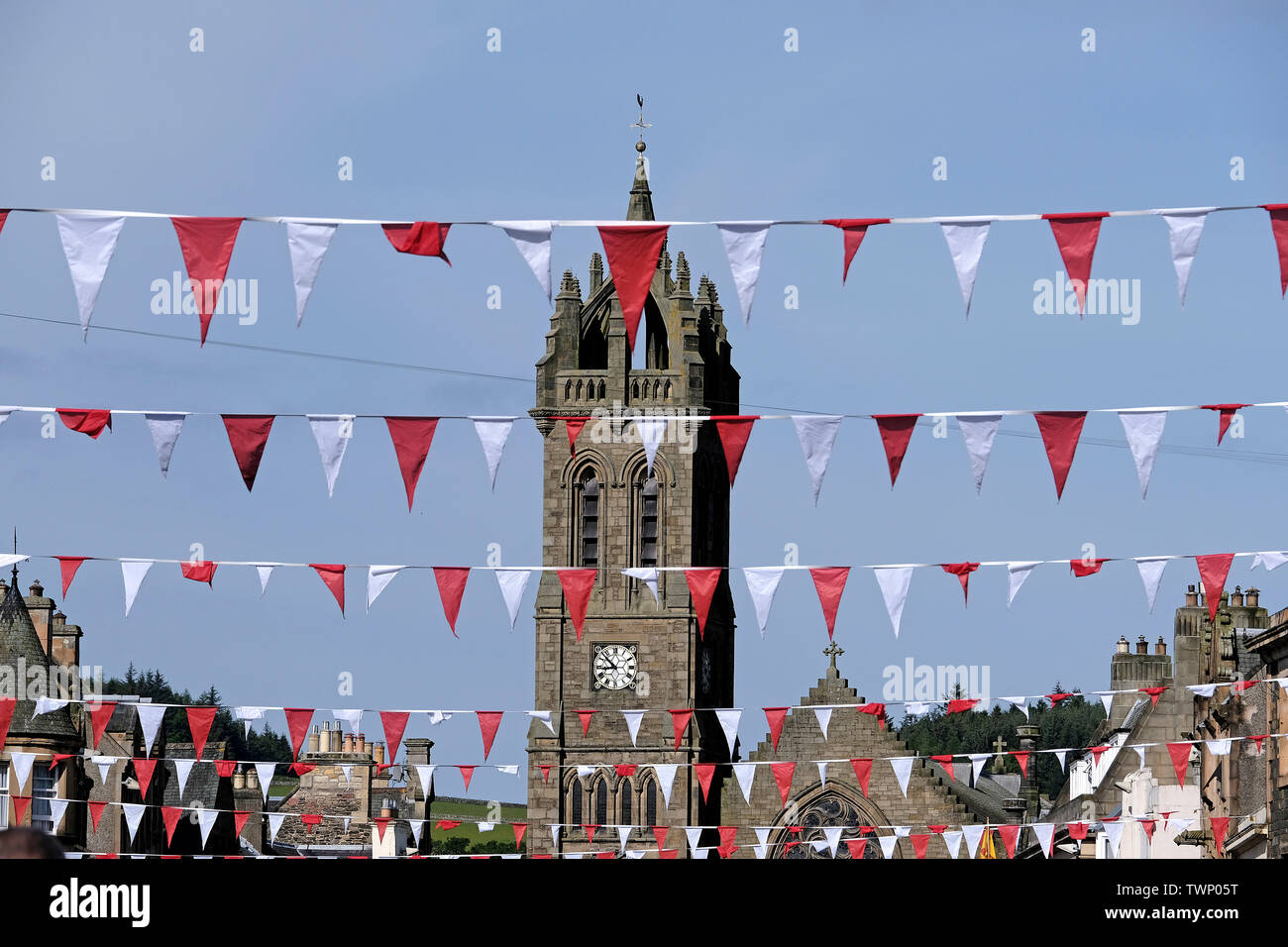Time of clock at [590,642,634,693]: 8:52
